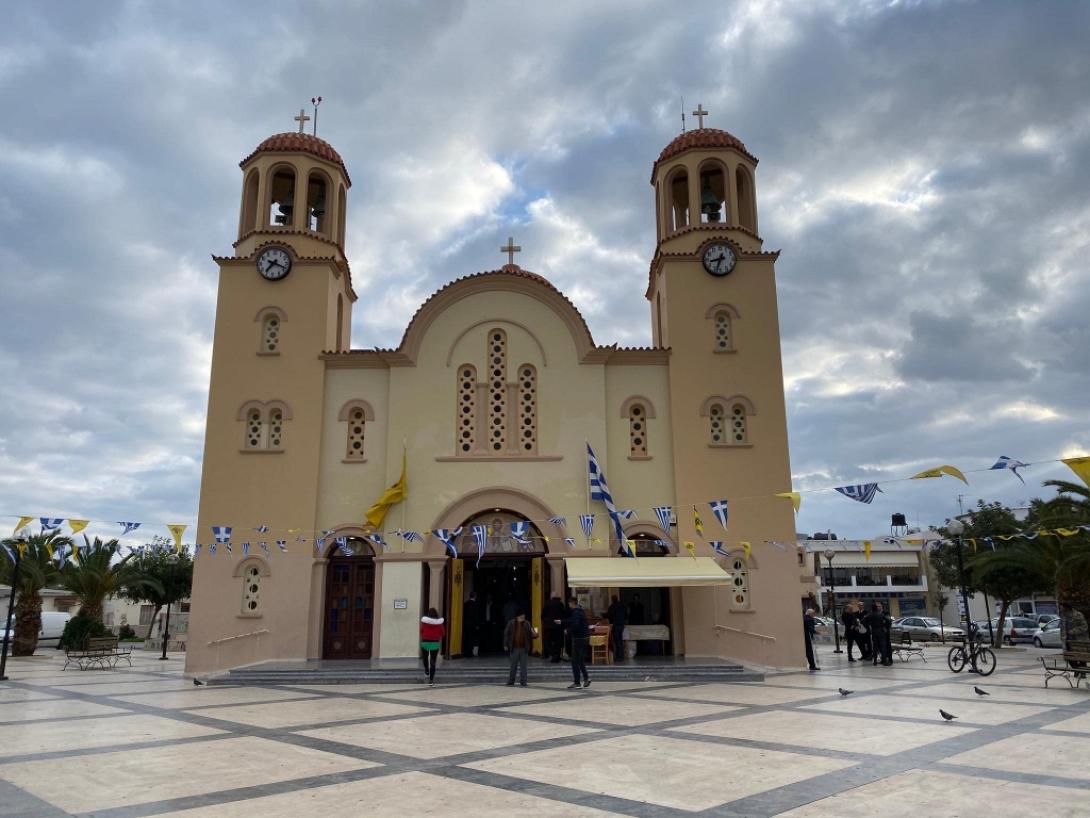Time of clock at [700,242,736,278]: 8:33
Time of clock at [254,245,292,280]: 7:18
